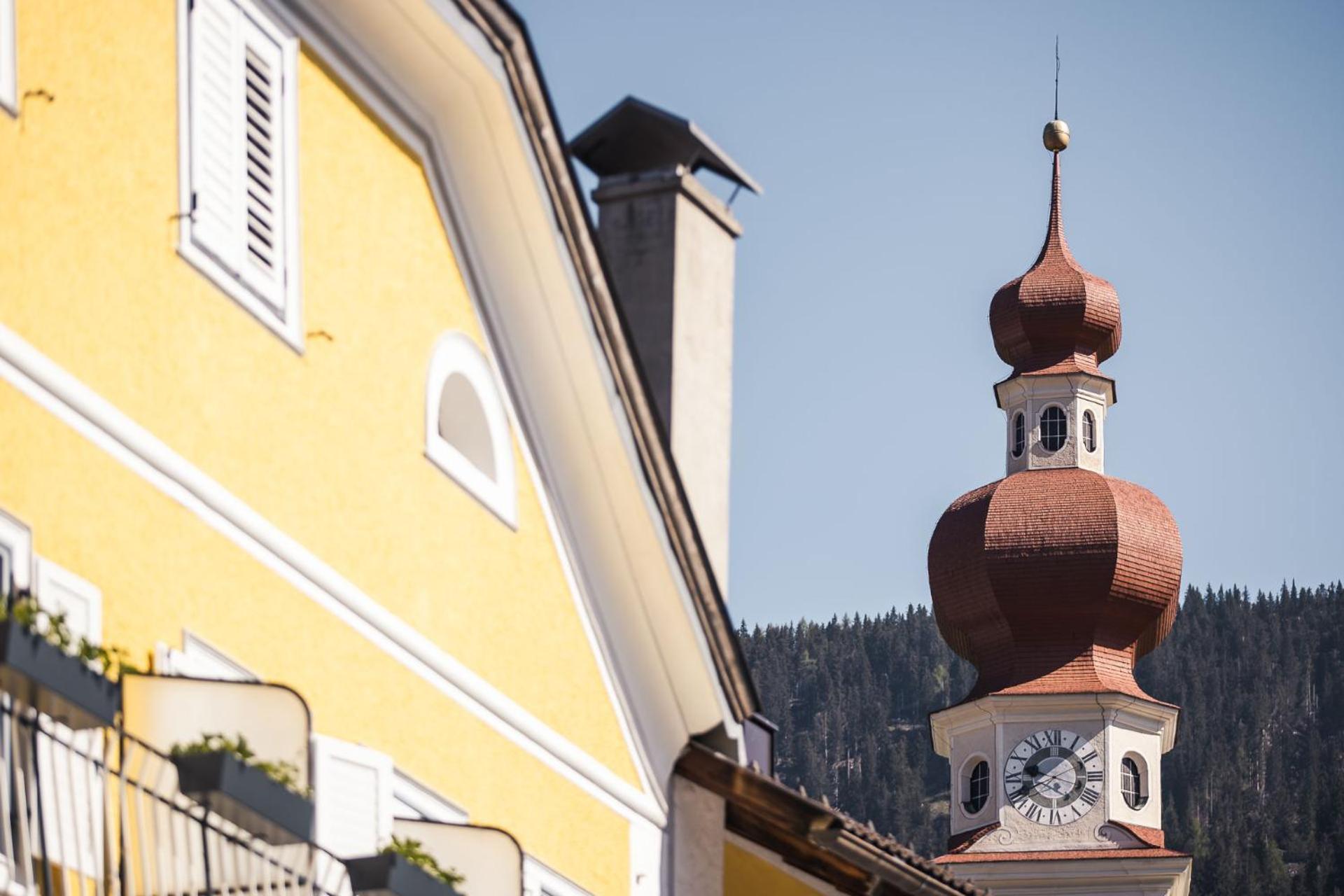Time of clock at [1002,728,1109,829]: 9:40
